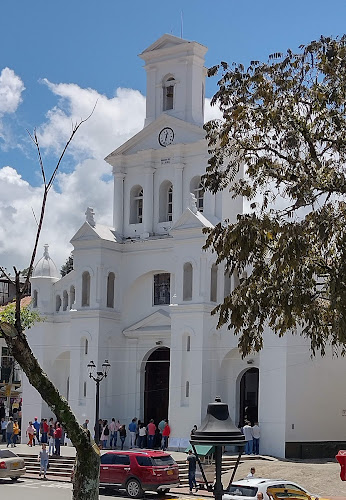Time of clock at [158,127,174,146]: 12:32
